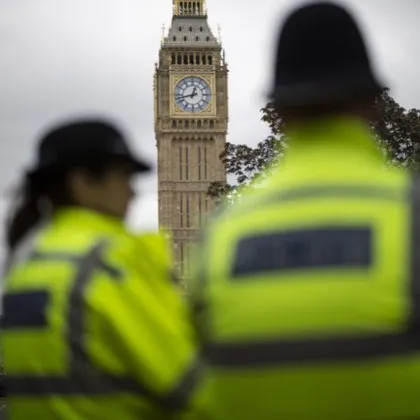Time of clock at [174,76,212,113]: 12:42
